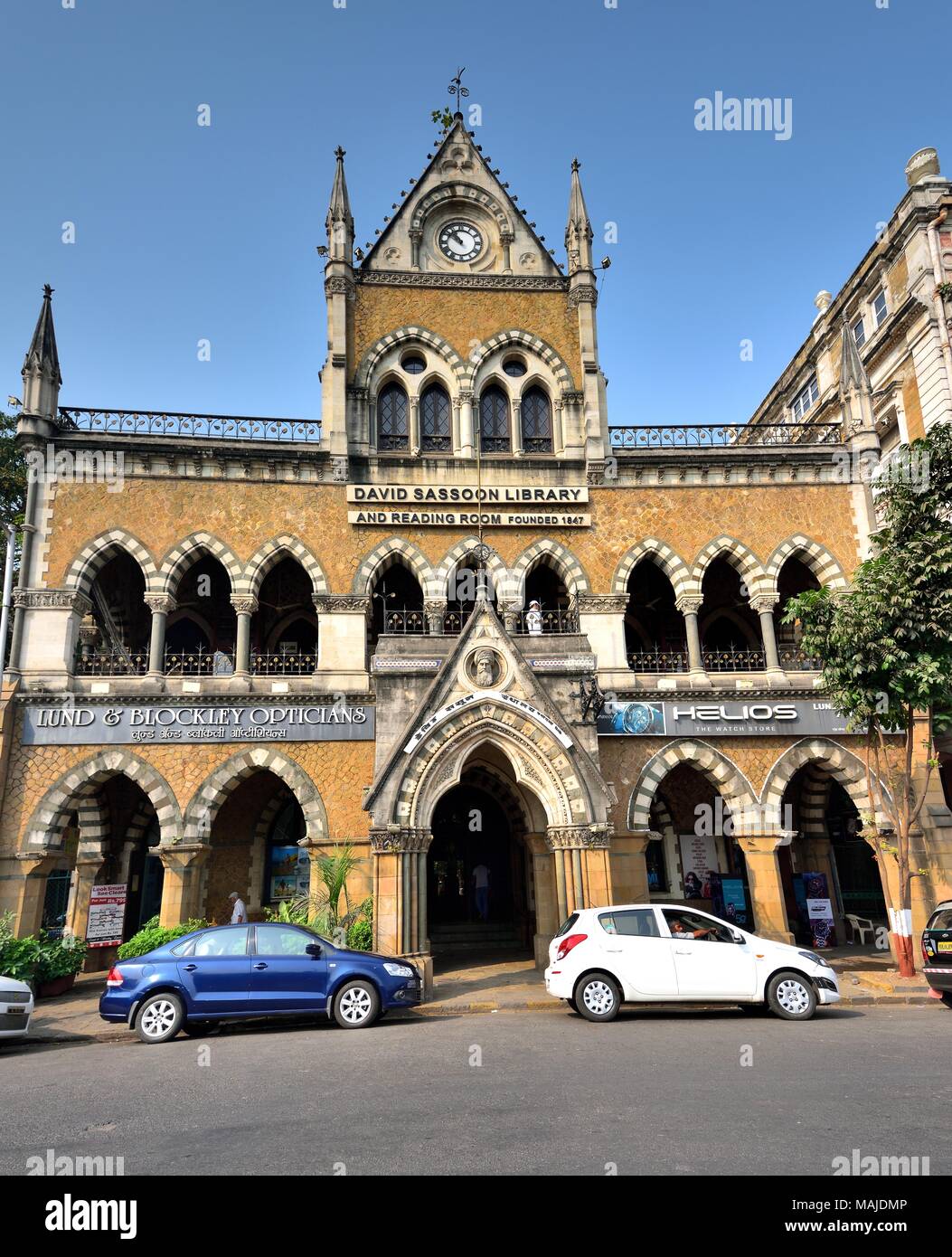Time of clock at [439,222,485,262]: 10:51
